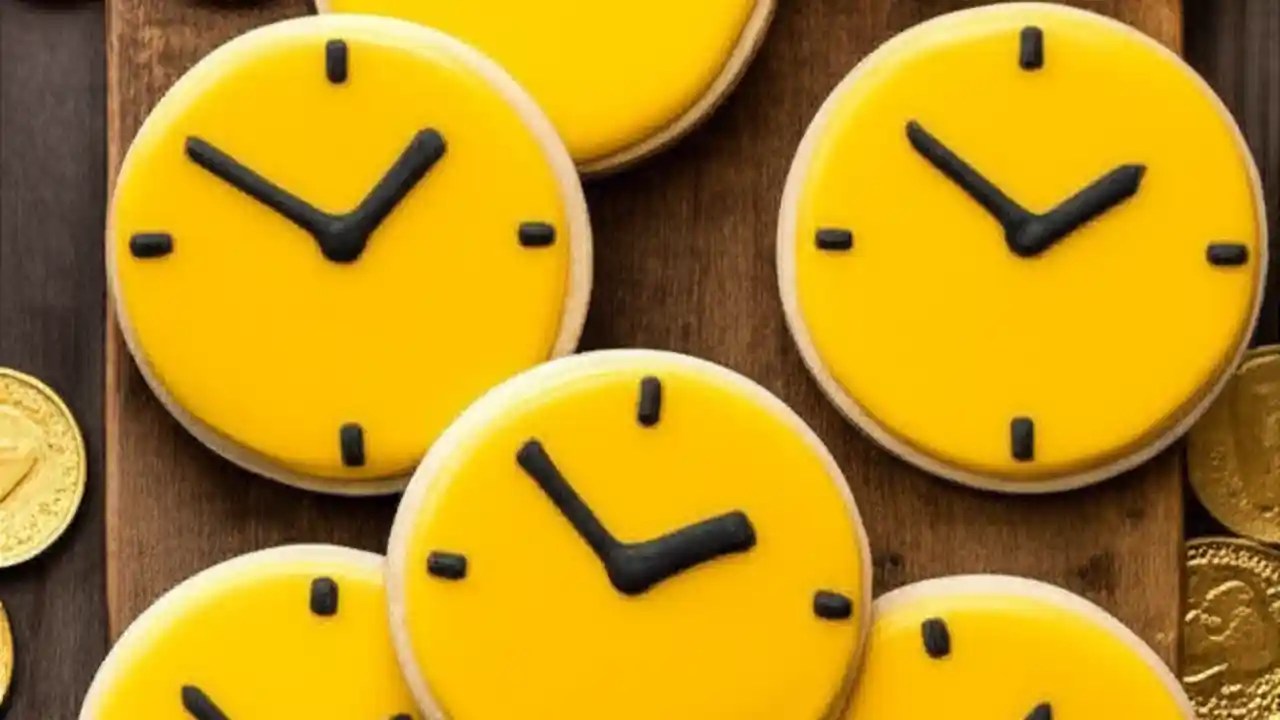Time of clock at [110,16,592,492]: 1:50
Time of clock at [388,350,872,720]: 1:52
